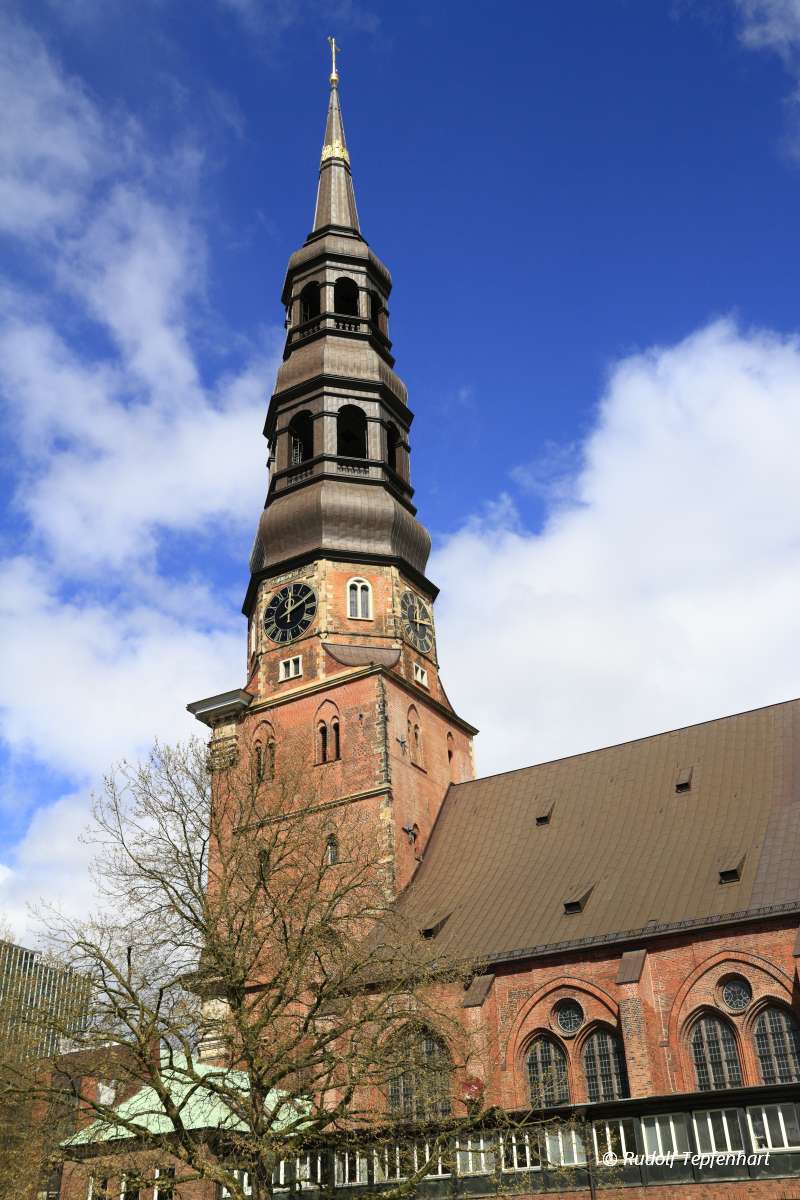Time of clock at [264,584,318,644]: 12:09
